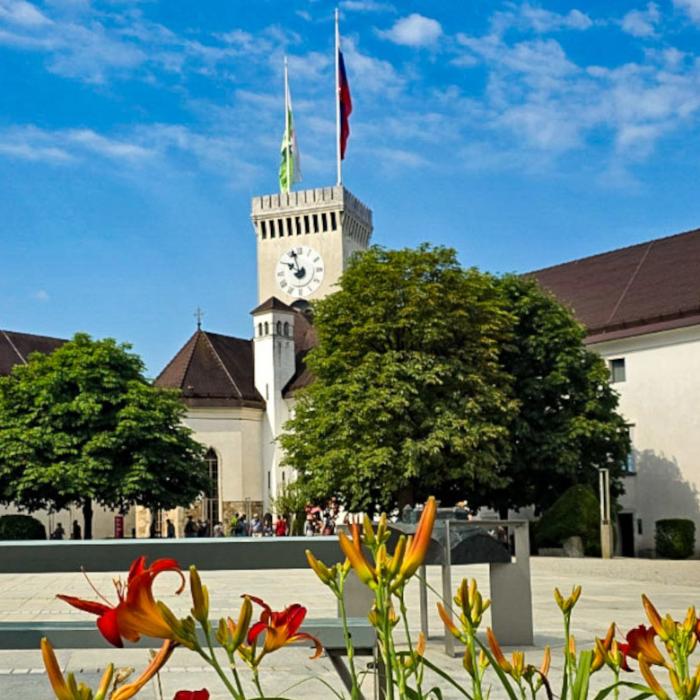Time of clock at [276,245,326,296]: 9:57
